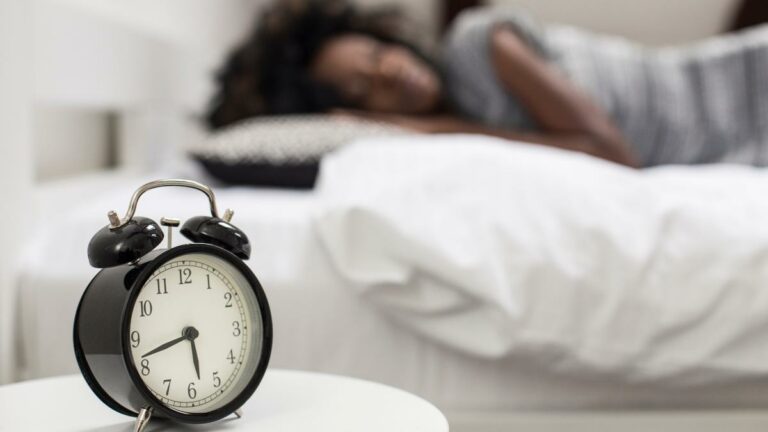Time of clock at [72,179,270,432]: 5:42
